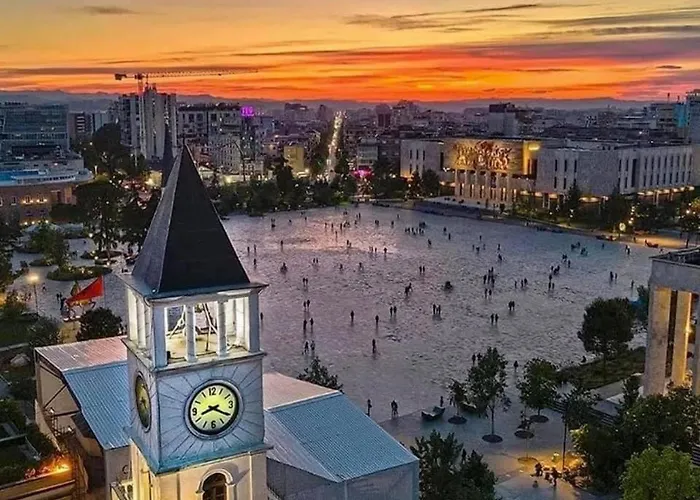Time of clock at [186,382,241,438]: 8:20
